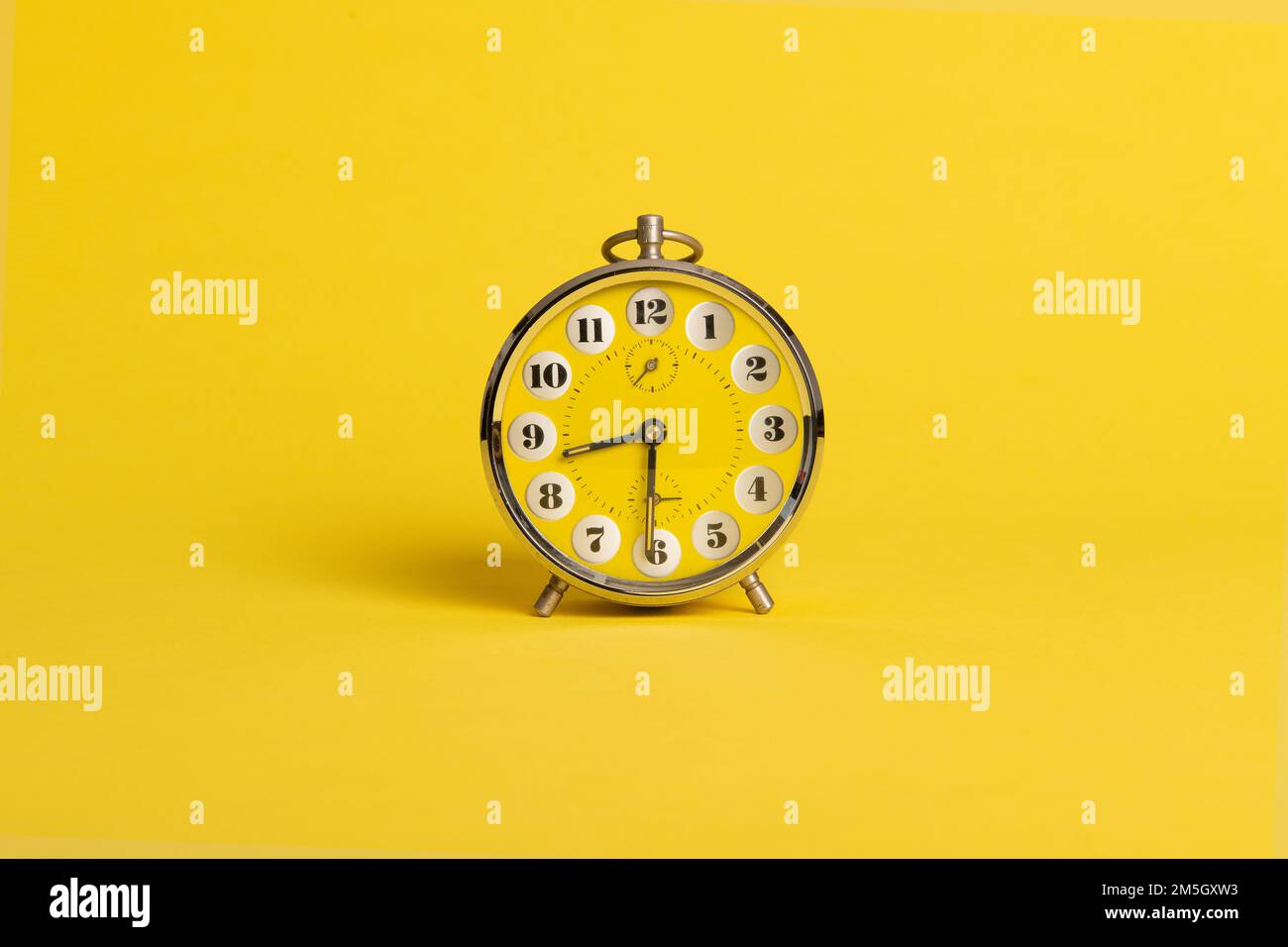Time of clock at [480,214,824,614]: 8:30
